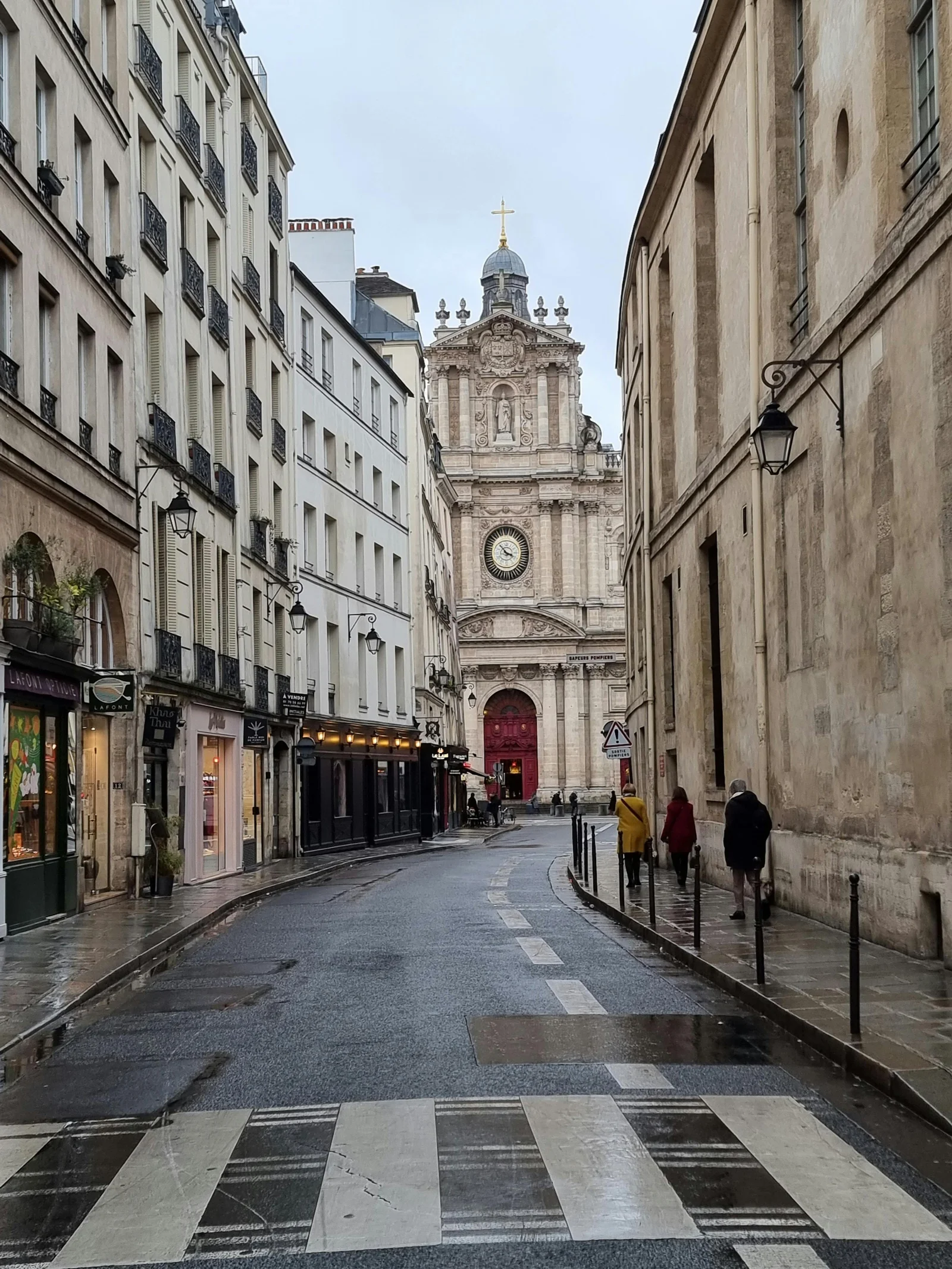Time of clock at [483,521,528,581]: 3:52
